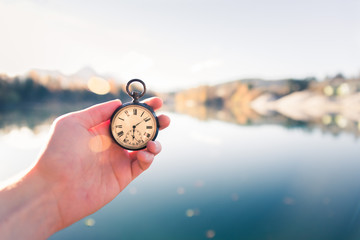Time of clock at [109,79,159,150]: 6:08
